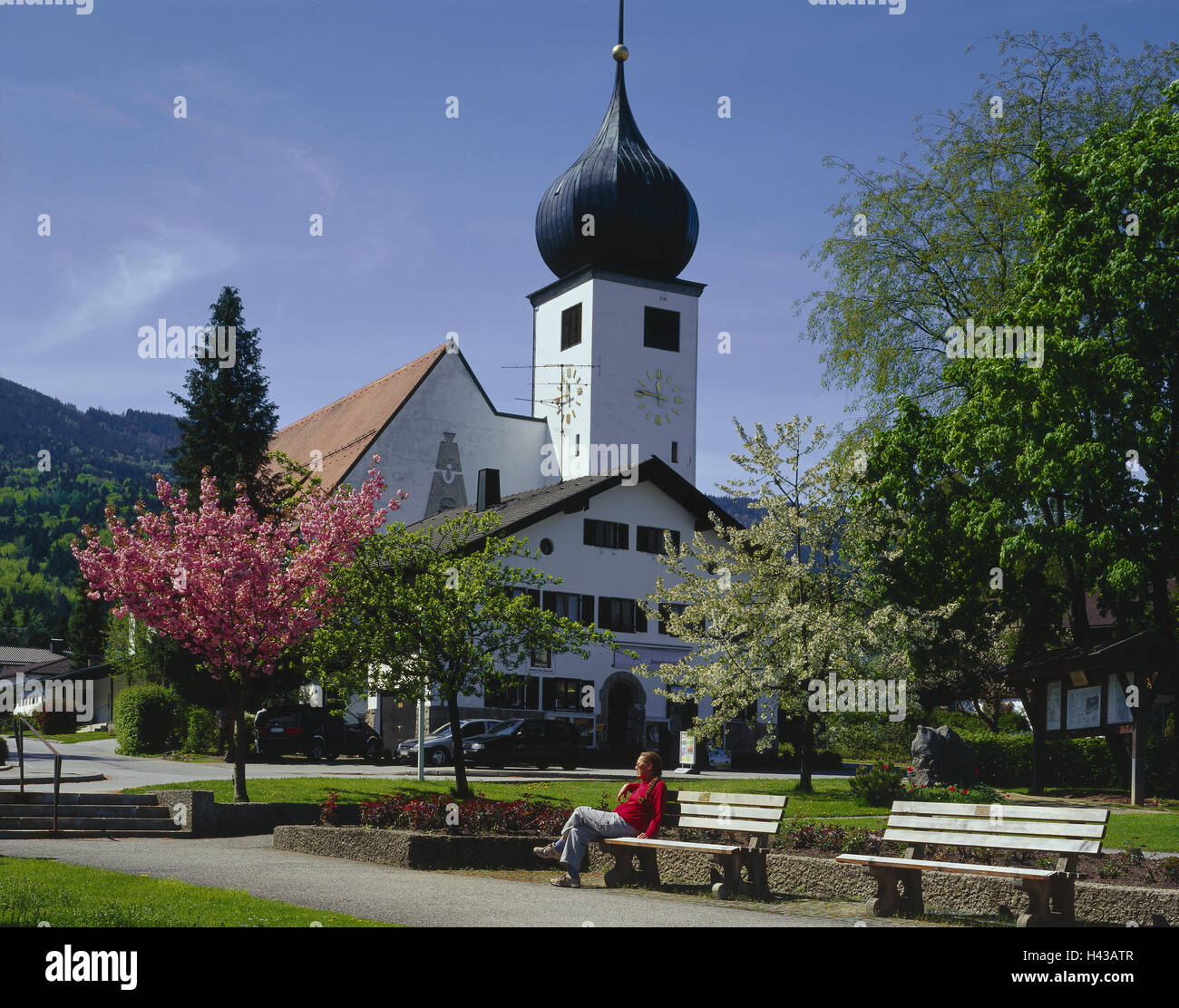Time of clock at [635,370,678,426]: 11:46
